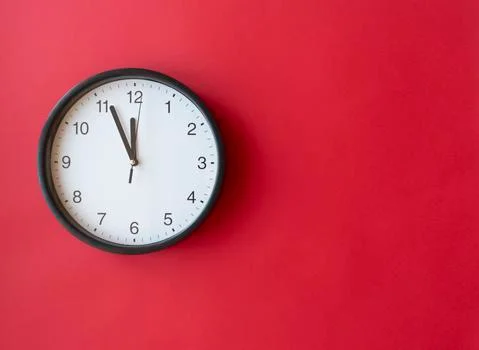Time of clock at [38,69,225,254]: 11:56
